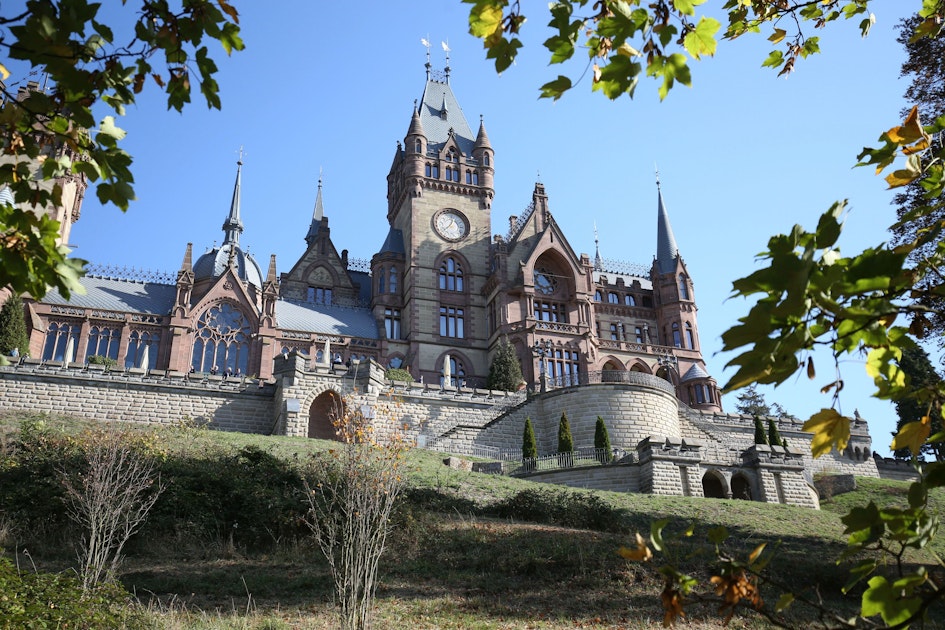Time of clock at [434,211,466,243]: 12:37
